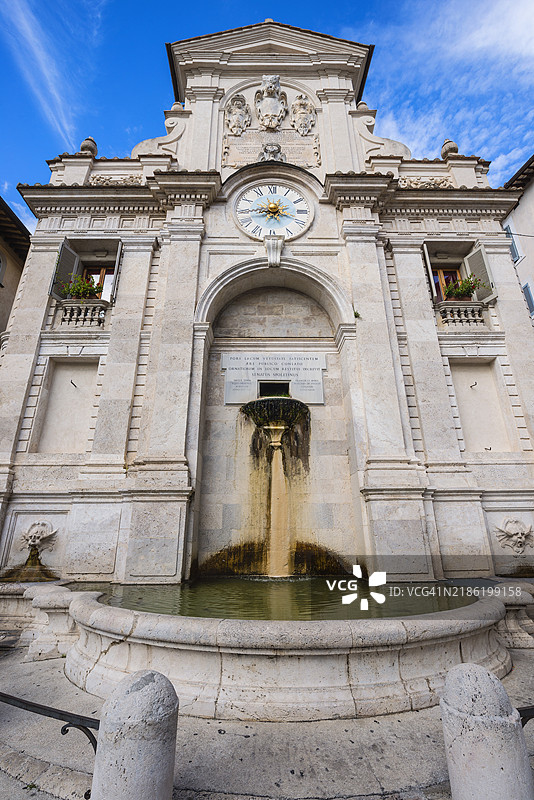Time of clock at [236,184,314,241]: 3:43
